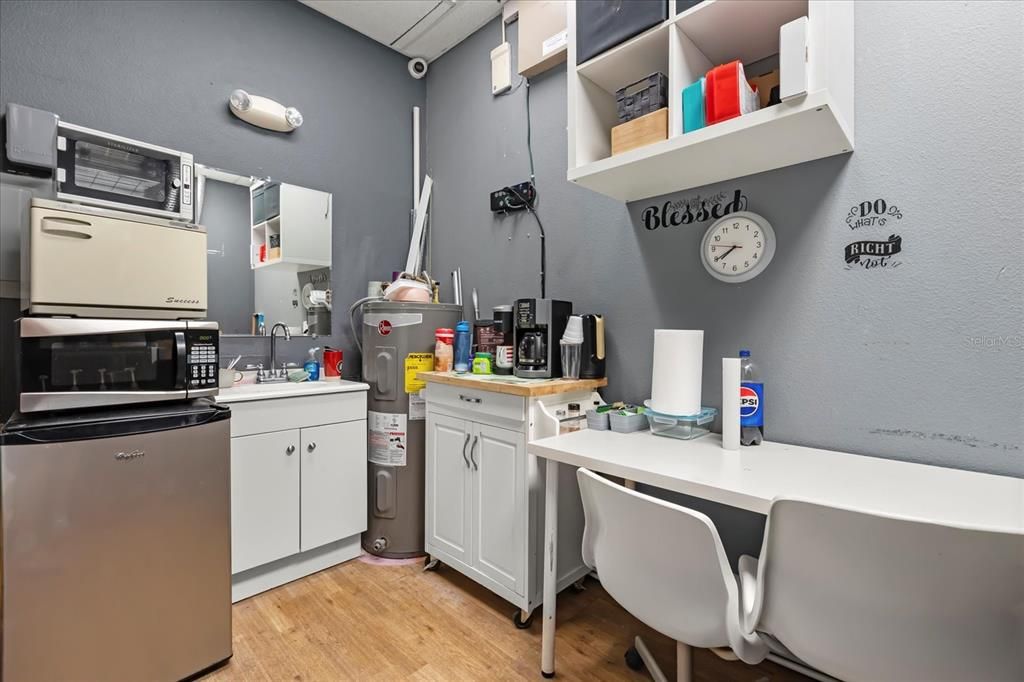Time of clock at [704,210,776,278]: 7:39
